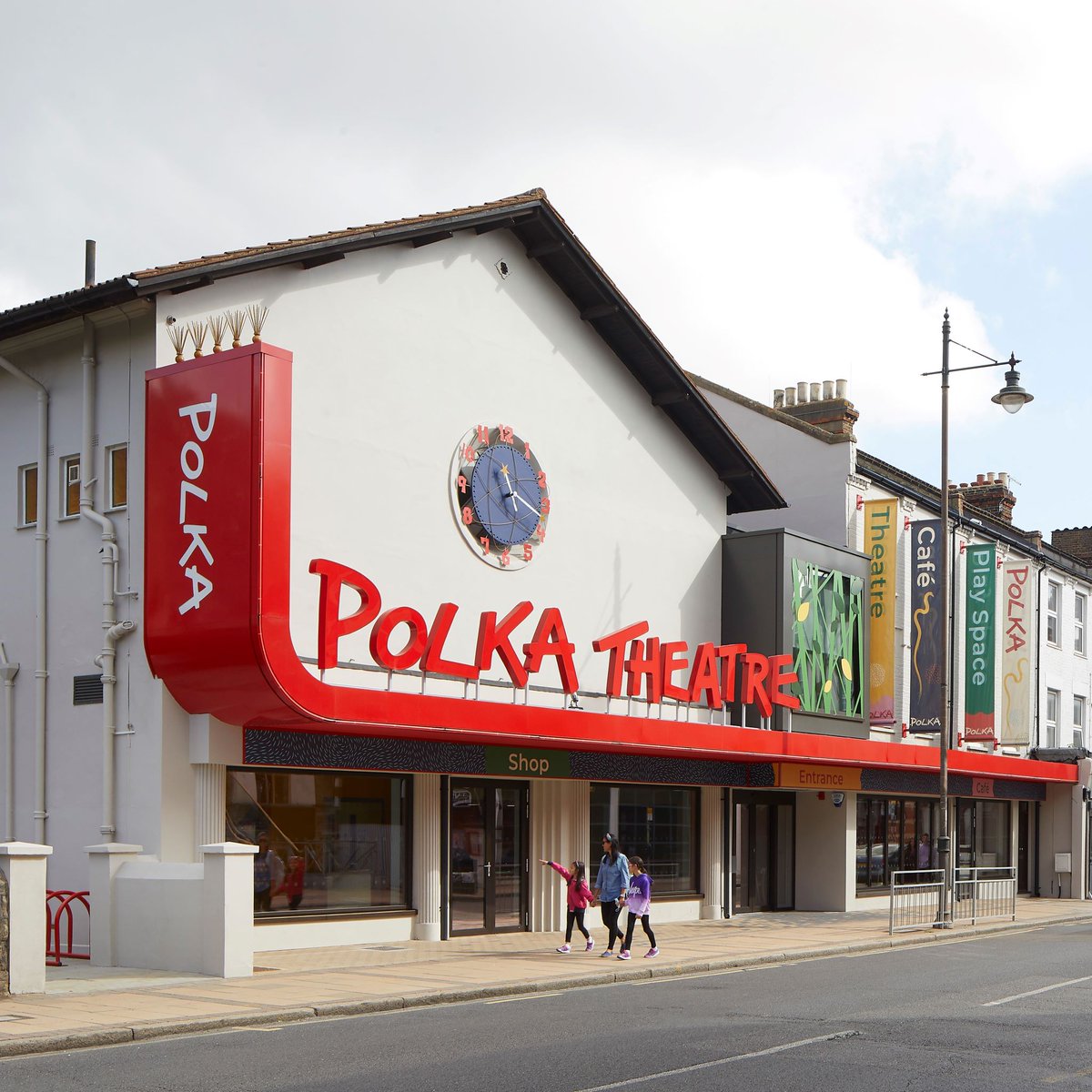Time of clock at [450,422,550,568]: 11:17
